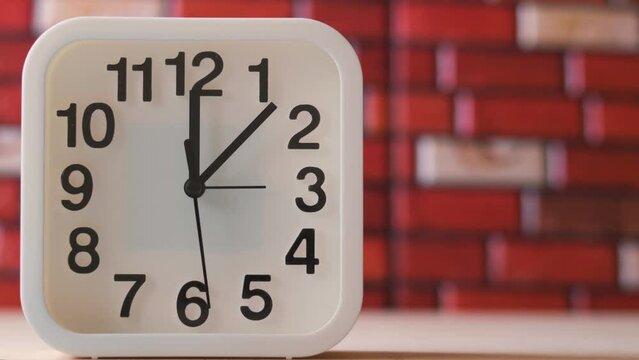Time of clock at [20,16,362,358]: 12:07
